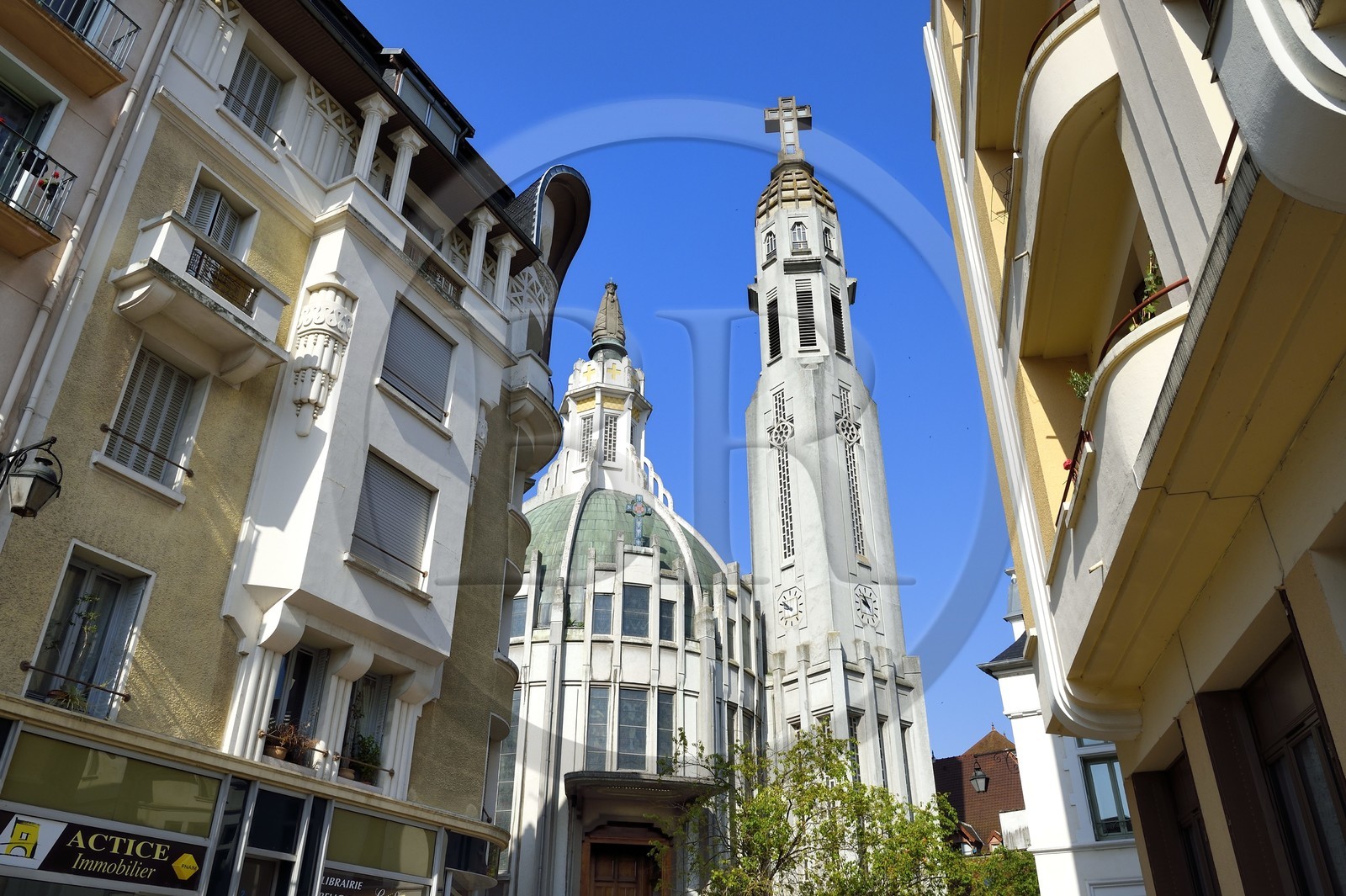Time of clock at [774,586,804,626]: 9:52
